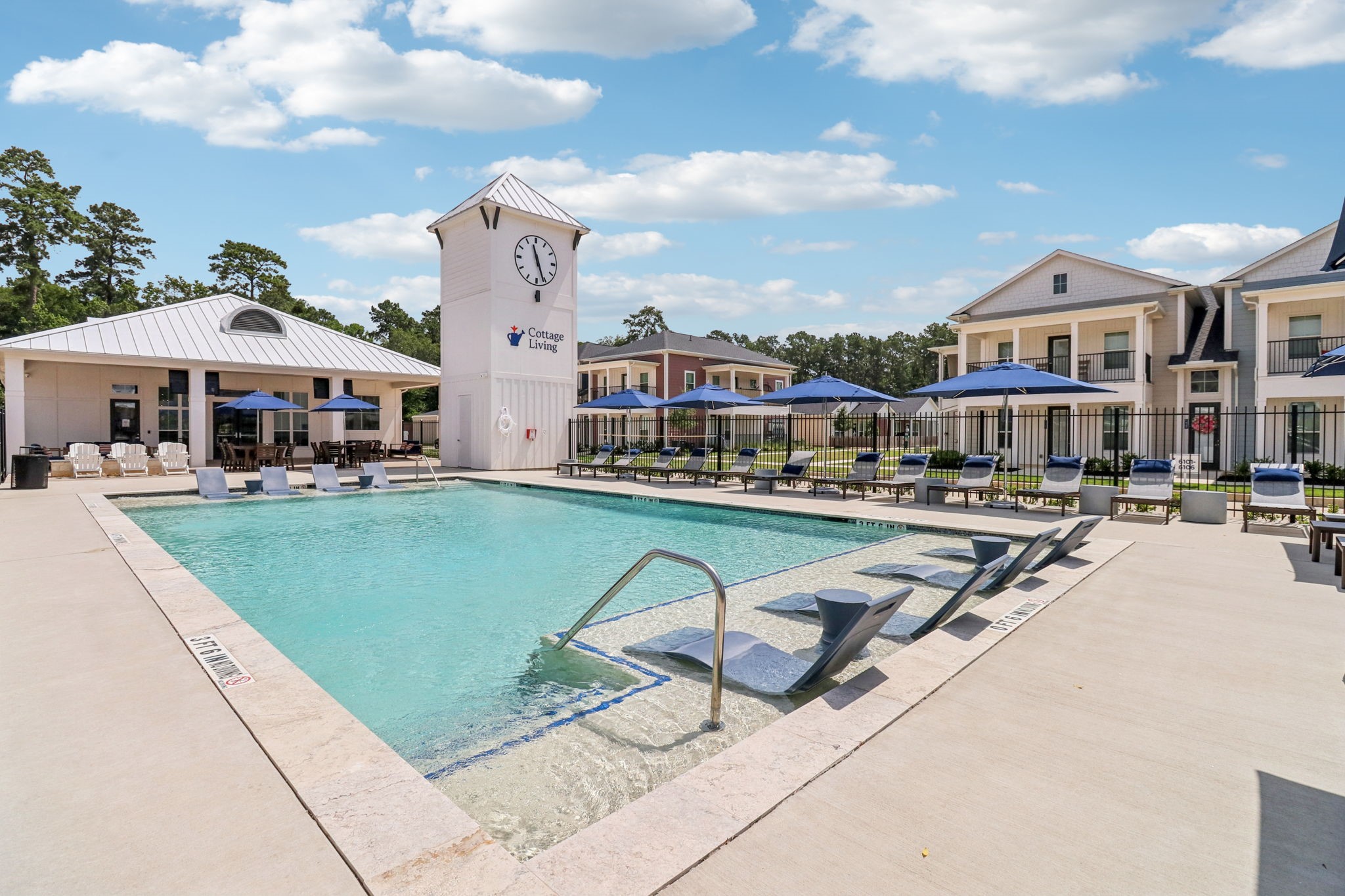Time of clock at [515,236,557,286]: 11:26
